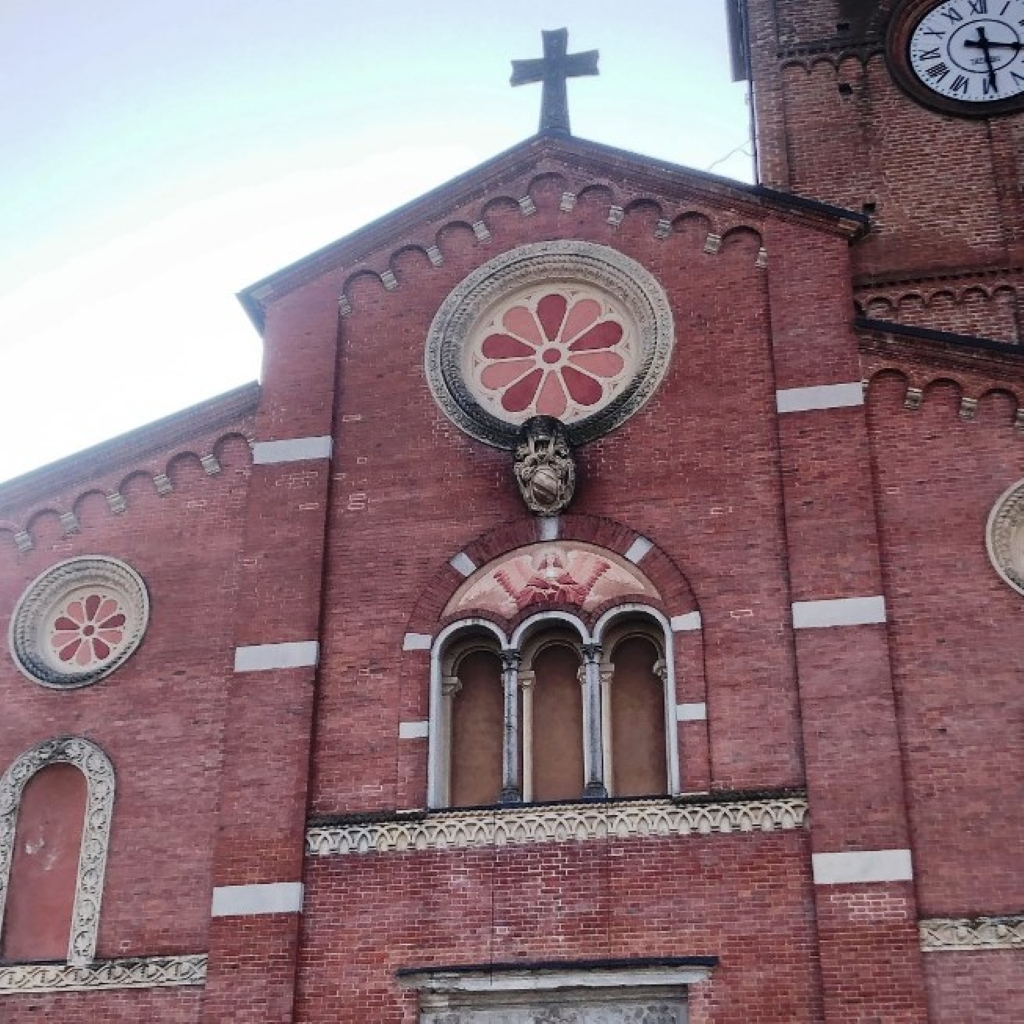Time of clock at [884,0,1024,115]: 3:29
